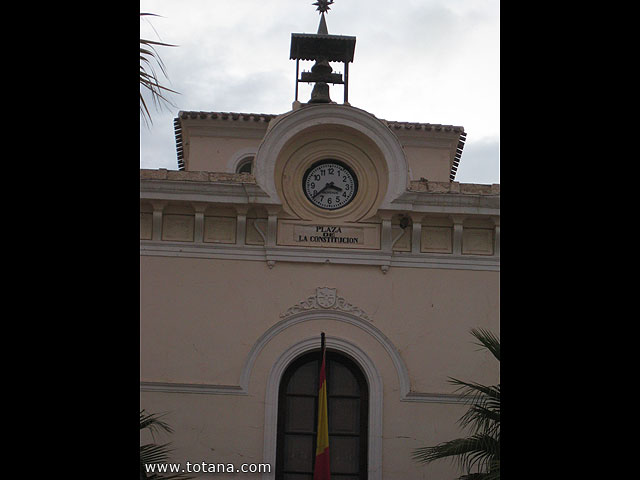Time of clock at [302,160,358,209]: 3:38
